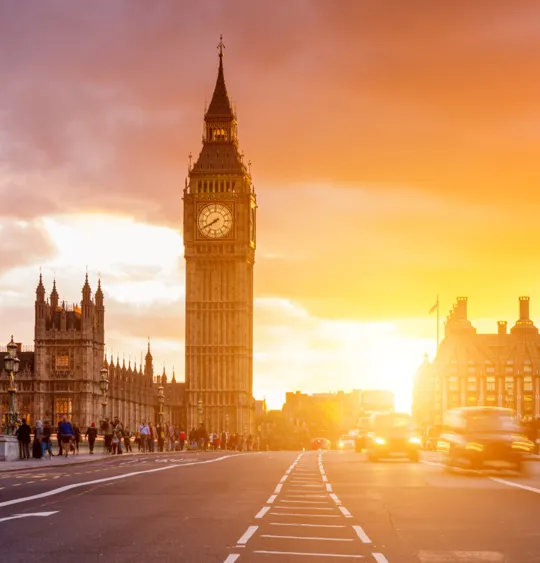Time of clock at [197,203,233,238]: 7:40
